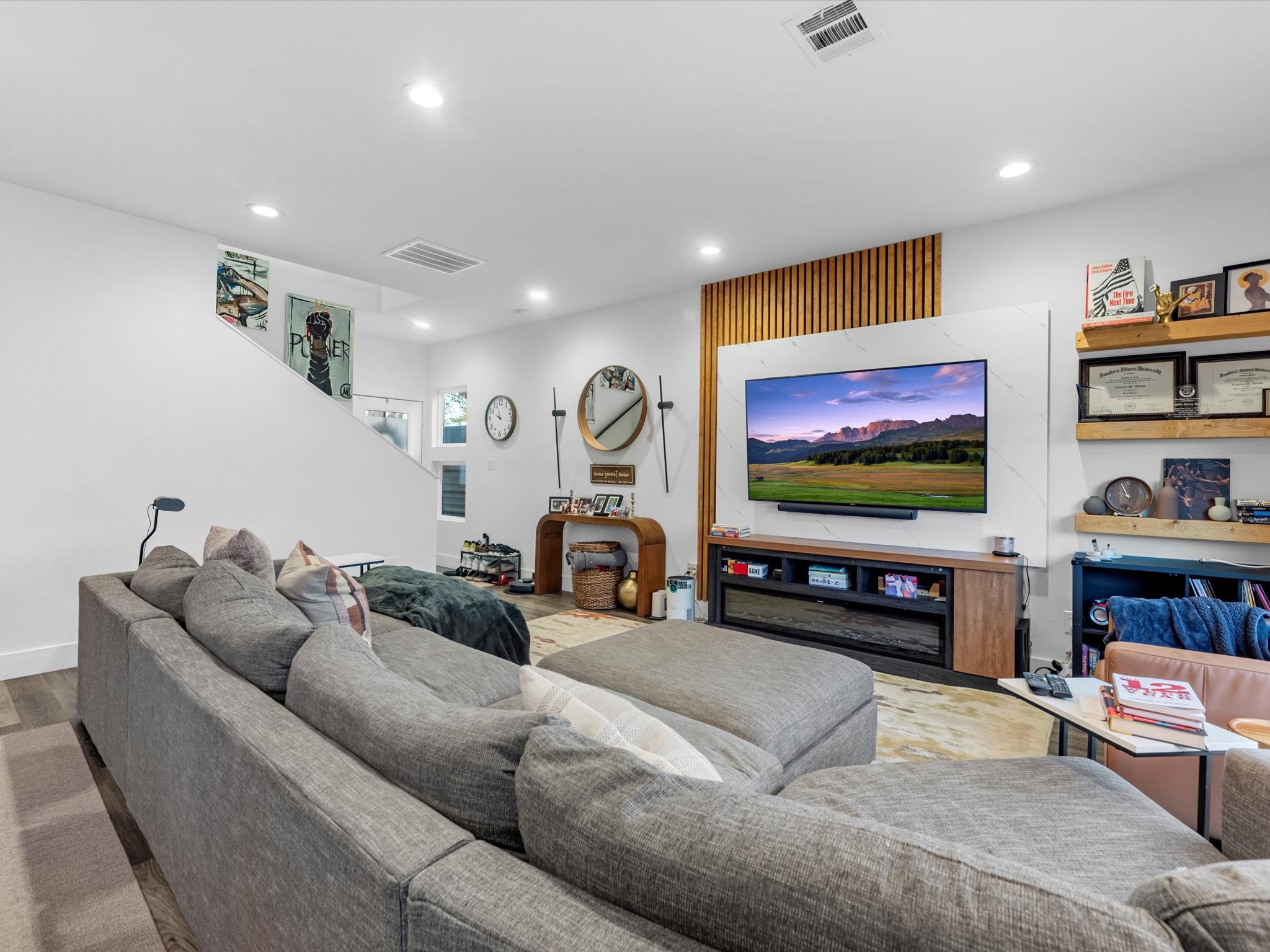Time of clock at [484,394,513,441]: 9:56
